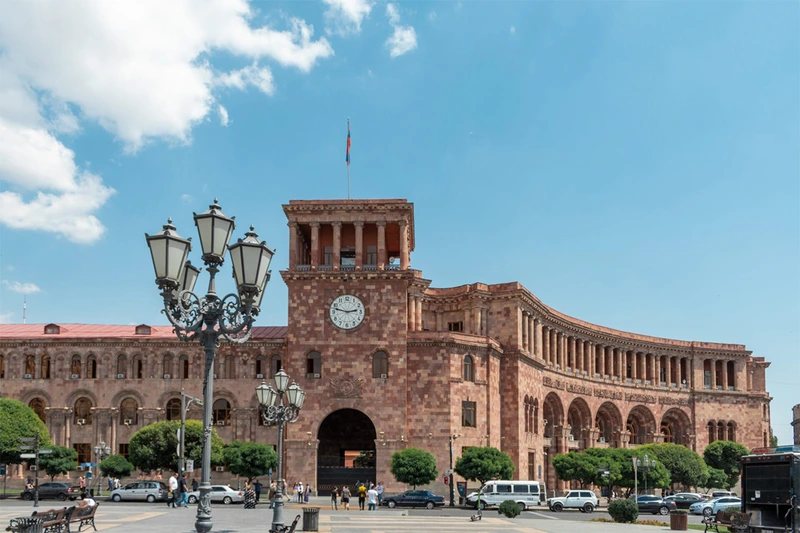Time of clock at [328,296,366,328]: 2:47
